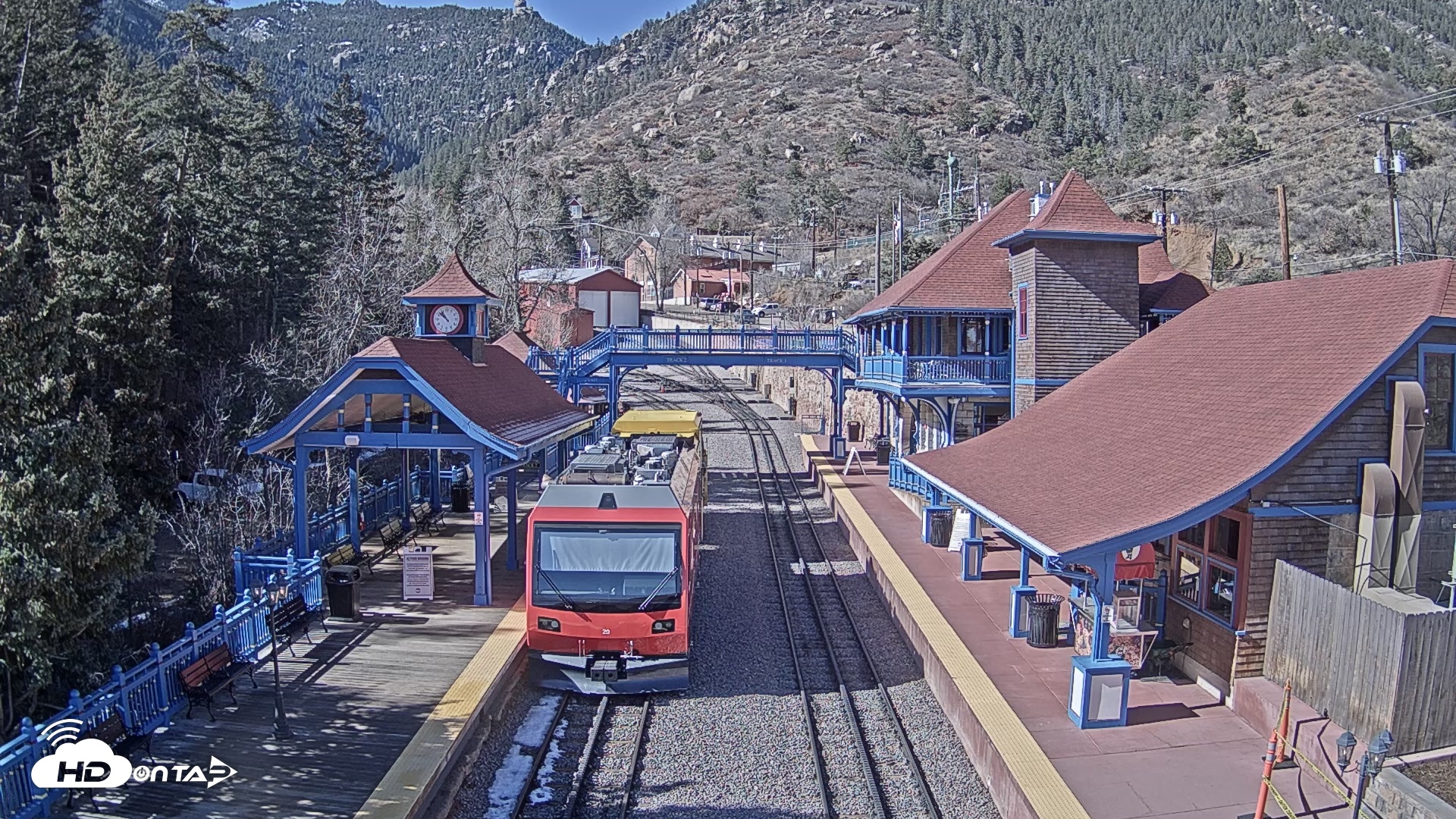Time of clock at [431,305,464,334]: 10:51
